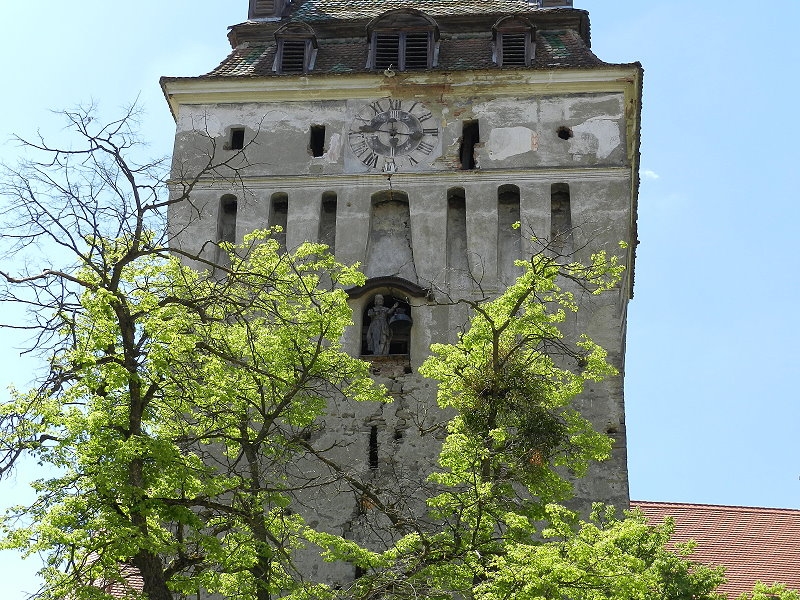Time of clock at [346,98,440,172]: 11:46
